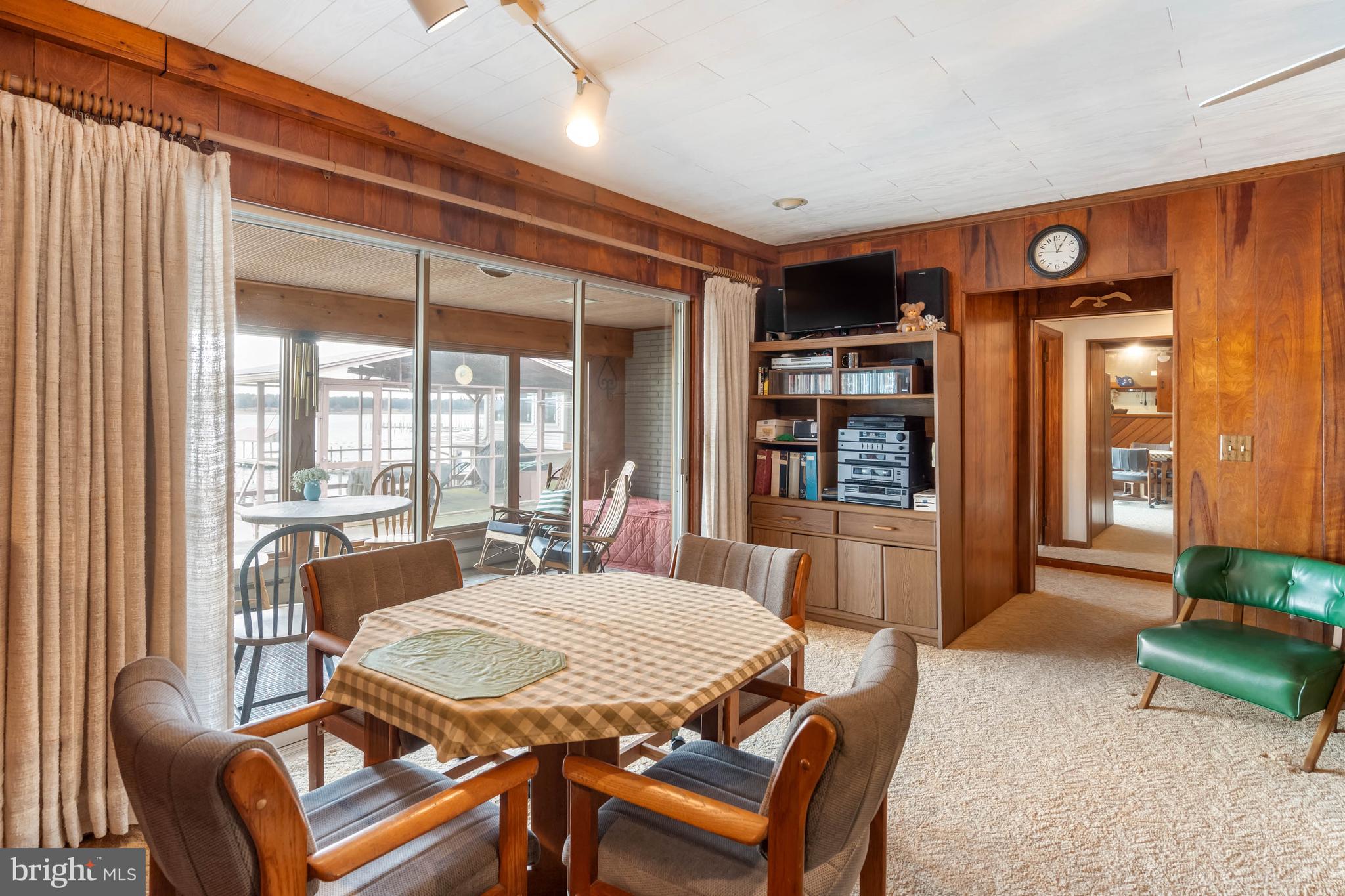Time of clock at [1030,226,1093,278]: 12:58
